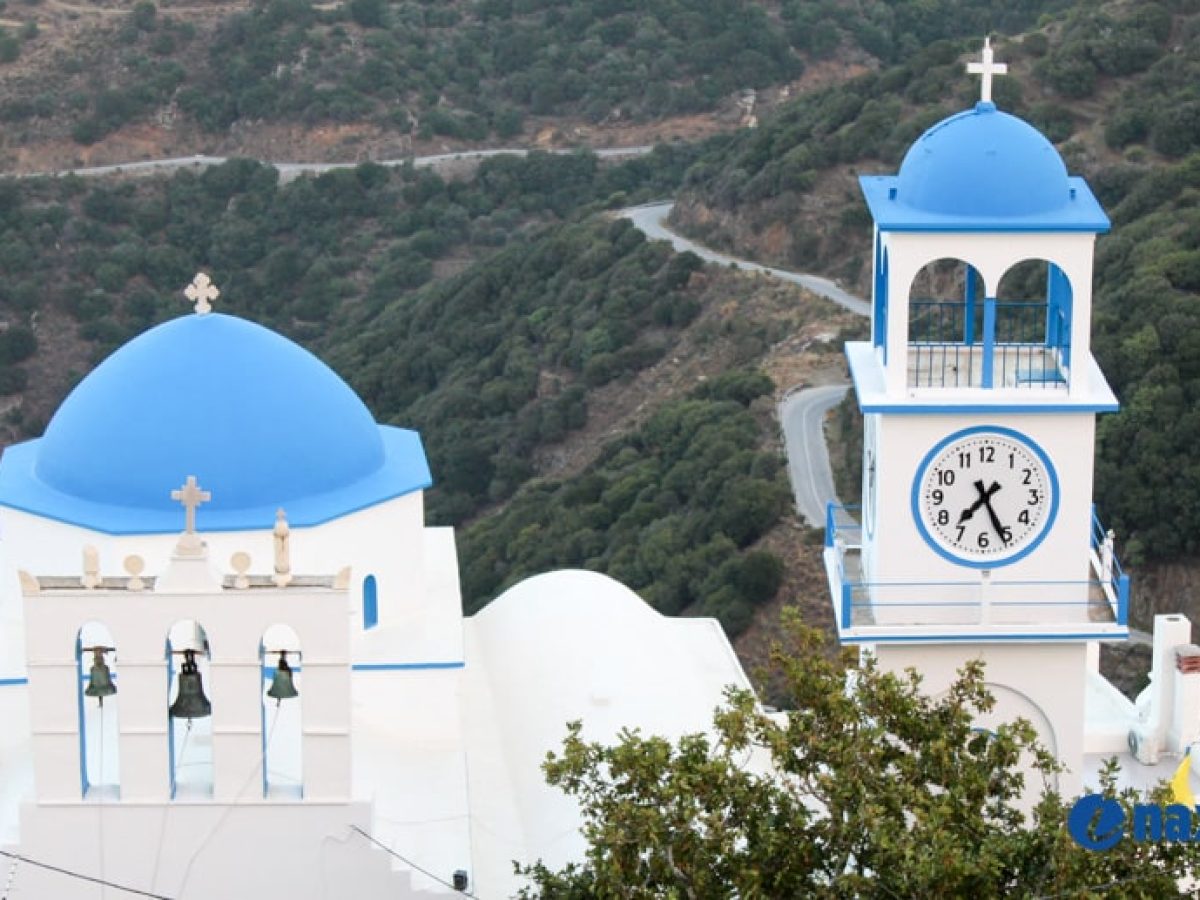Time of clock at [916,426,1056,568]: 7:25
